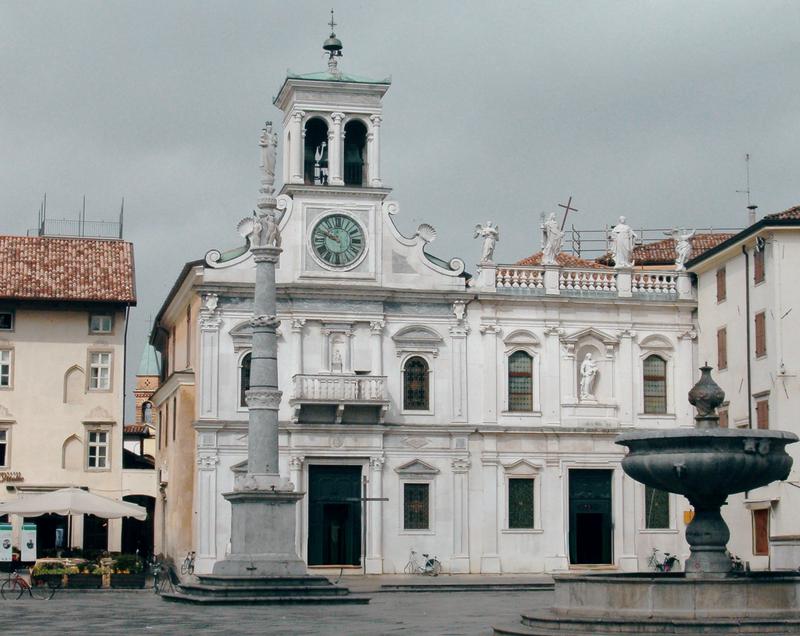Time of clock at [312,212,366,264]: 9:48
